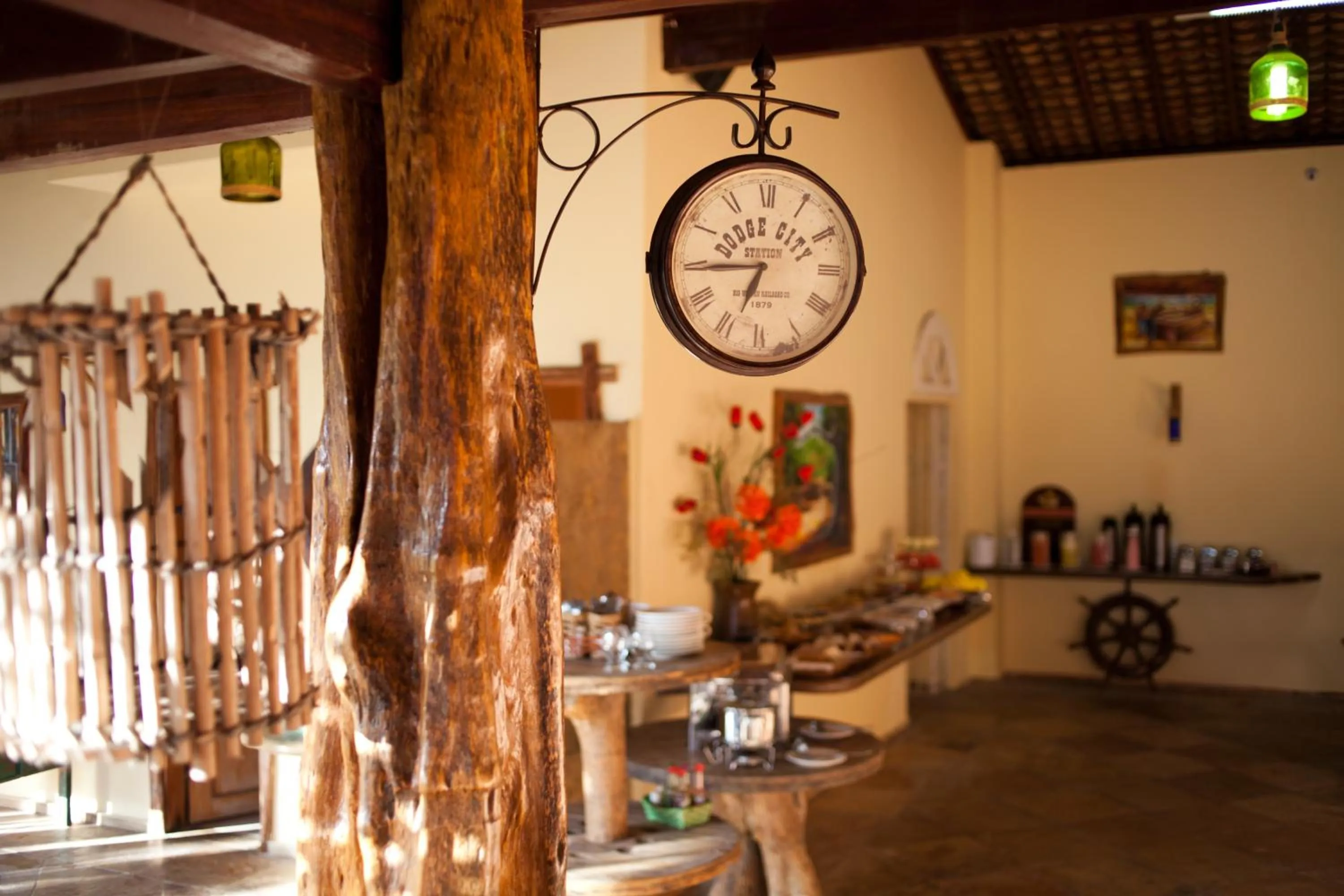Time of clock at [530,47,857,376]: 6:44
